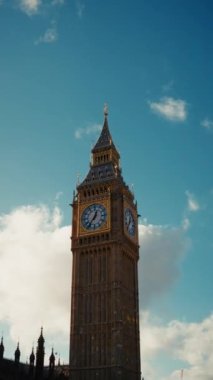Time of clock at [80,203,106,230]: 12:36
